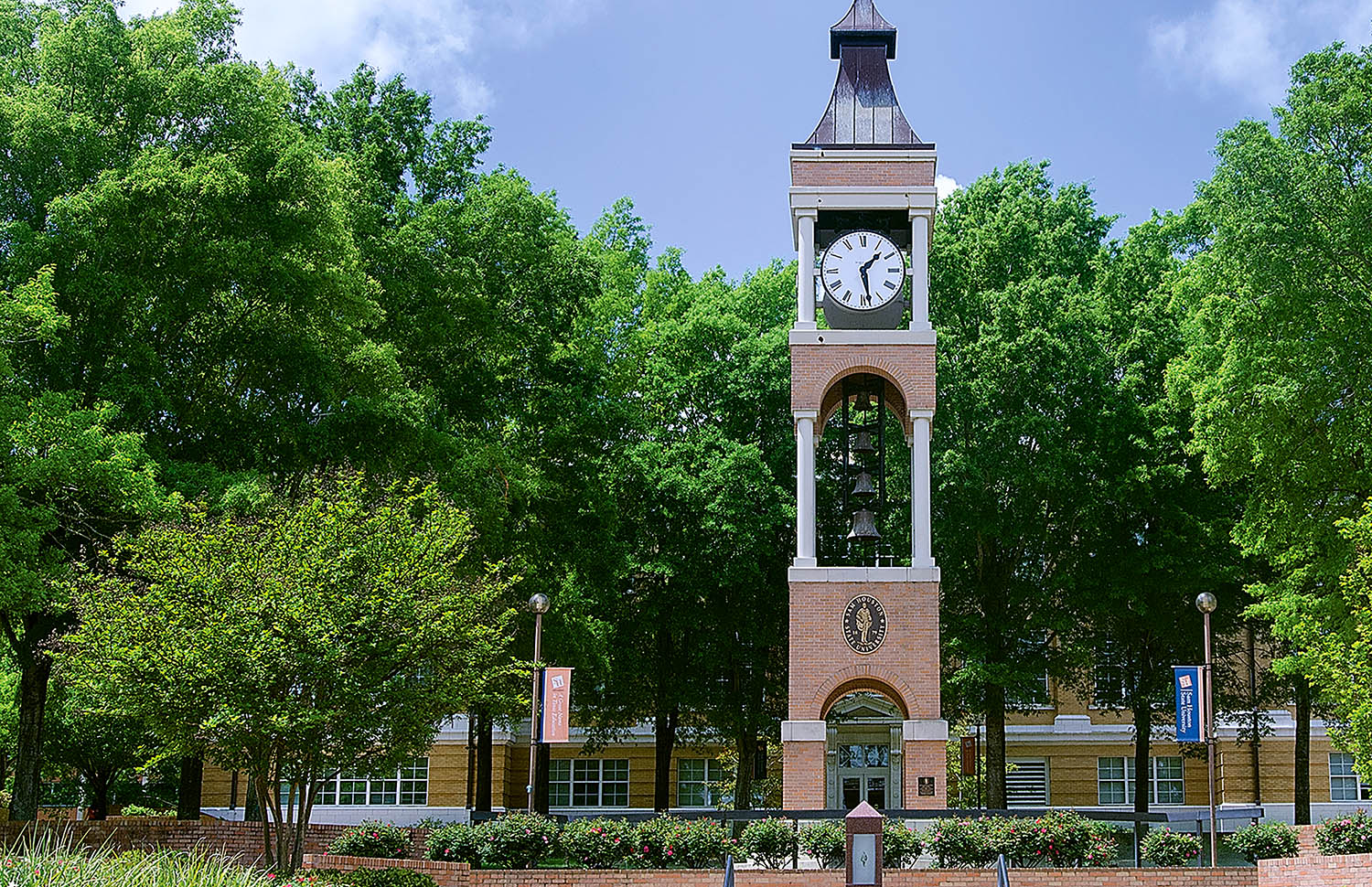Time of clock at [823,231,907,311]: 1:28
